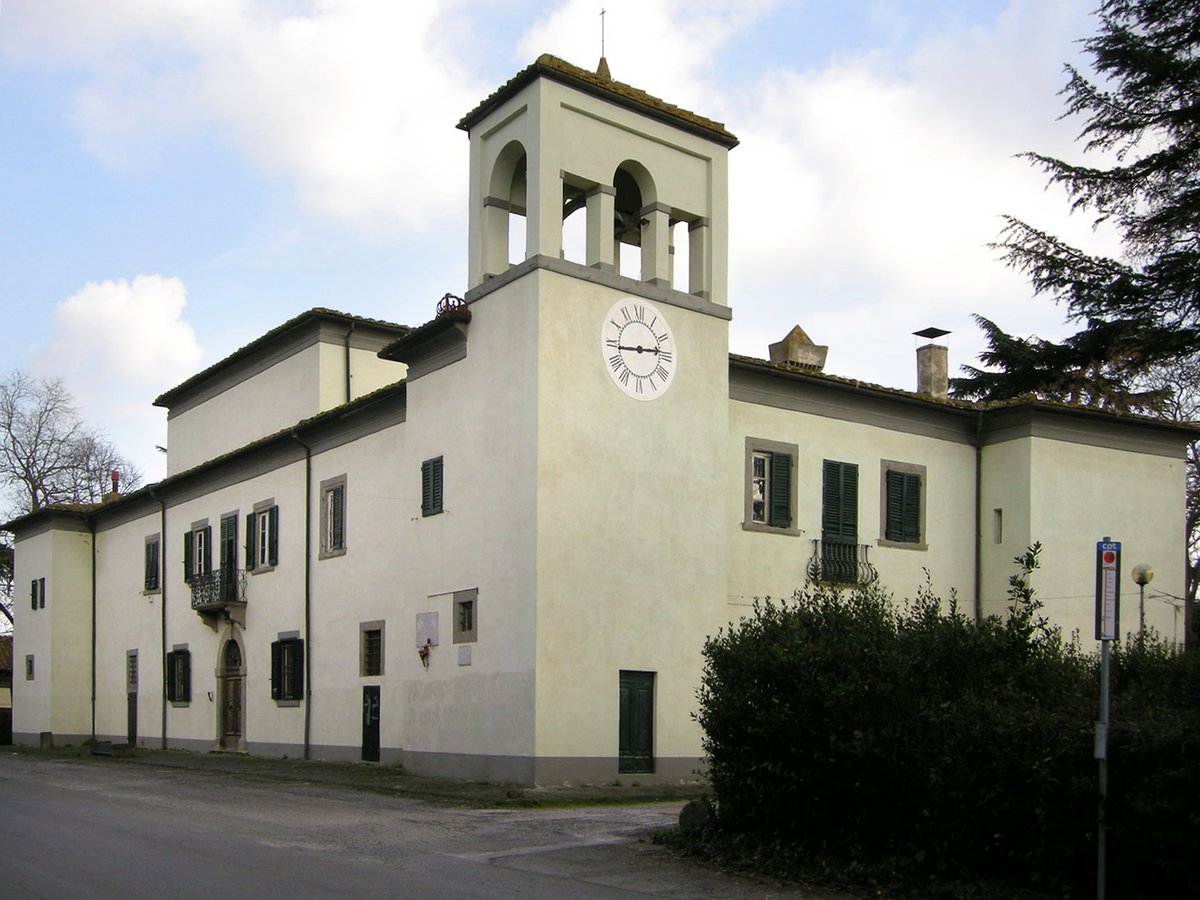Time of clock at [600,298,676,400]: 2:43
